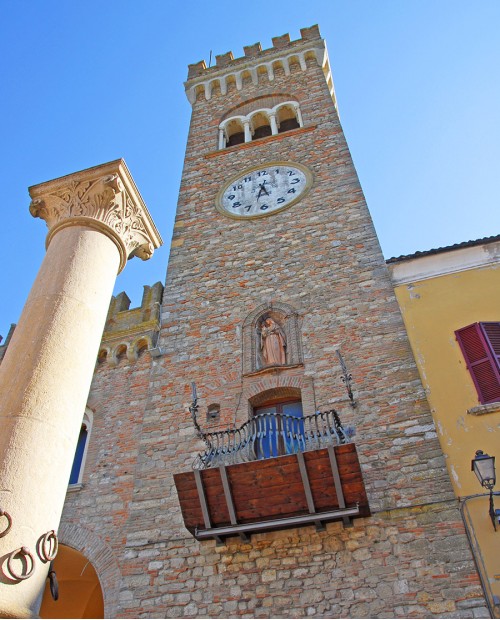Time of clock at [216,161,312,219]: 5:32
